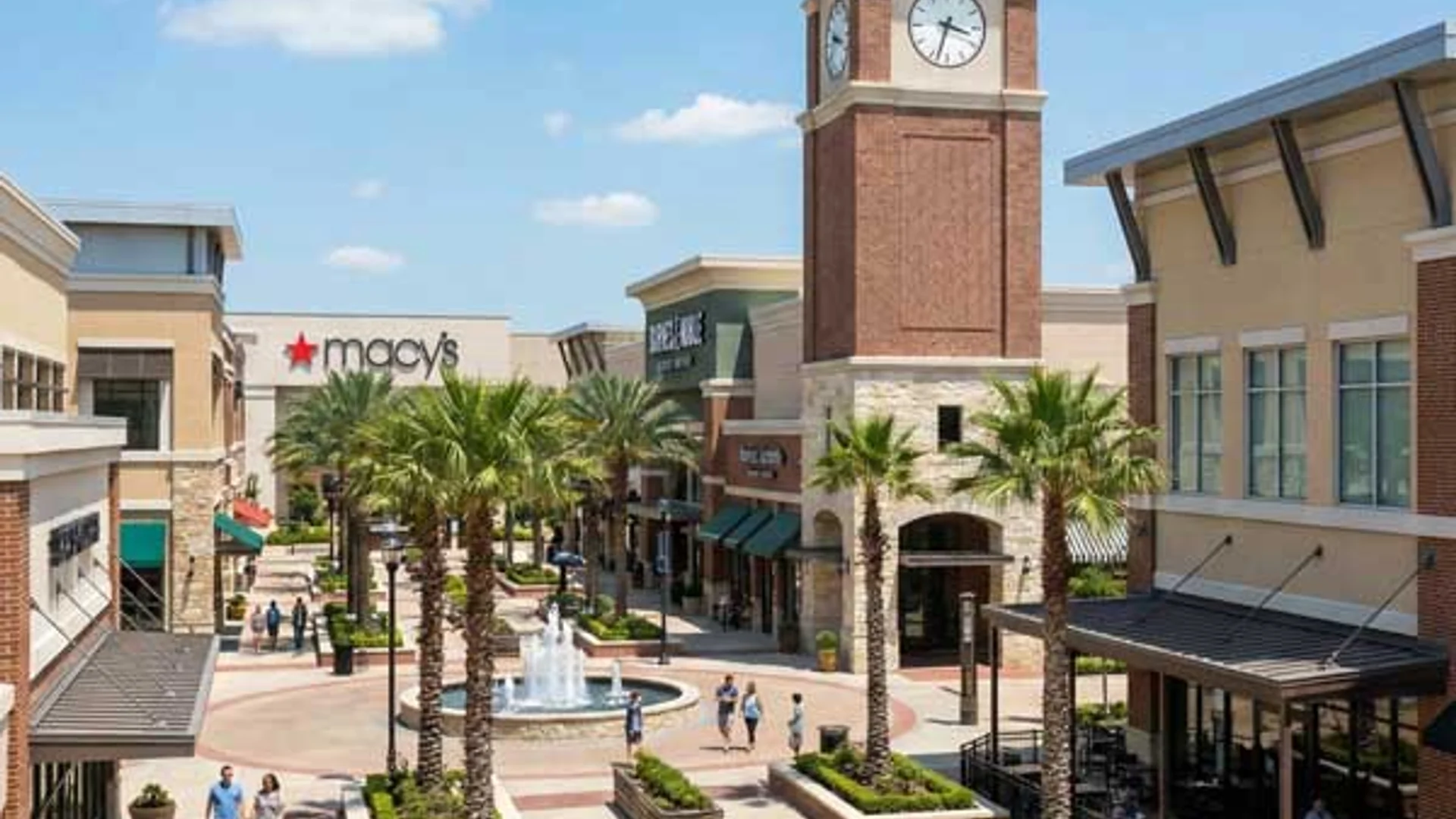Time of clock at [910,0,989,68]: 3:33
